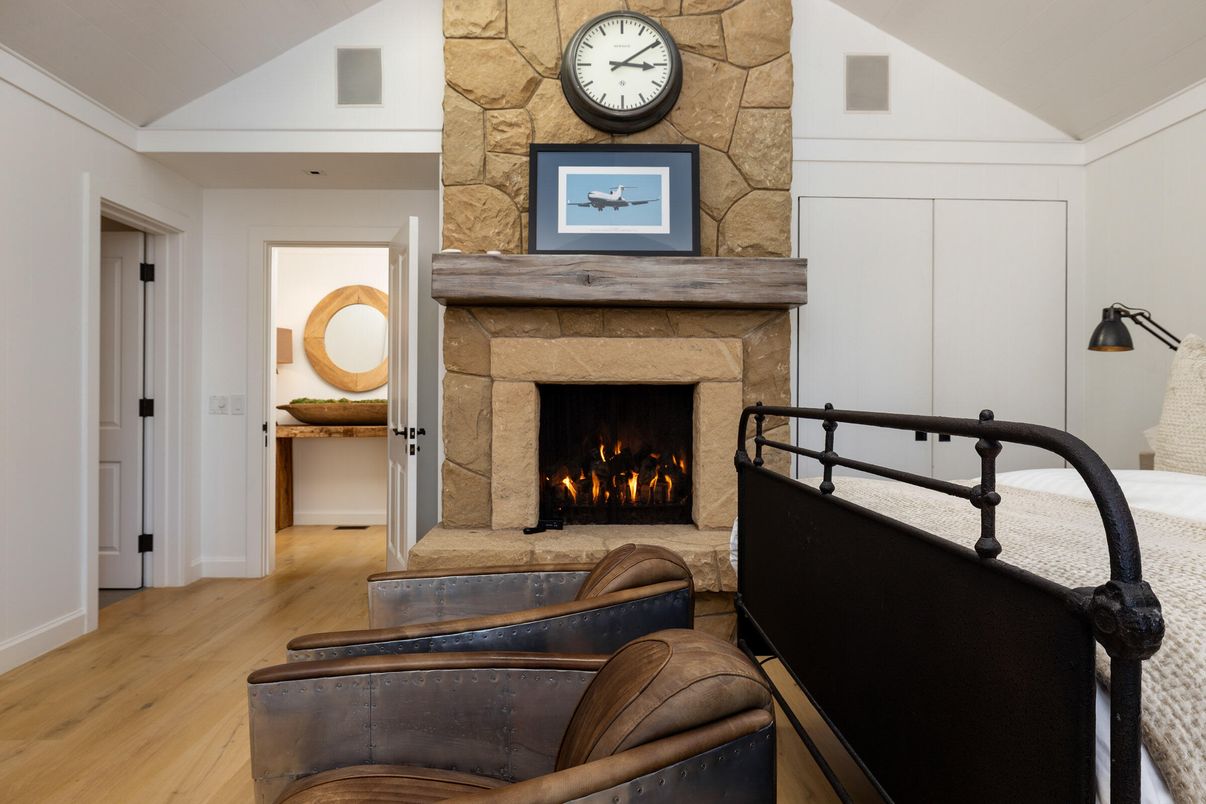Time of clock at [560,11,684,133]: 3:09
